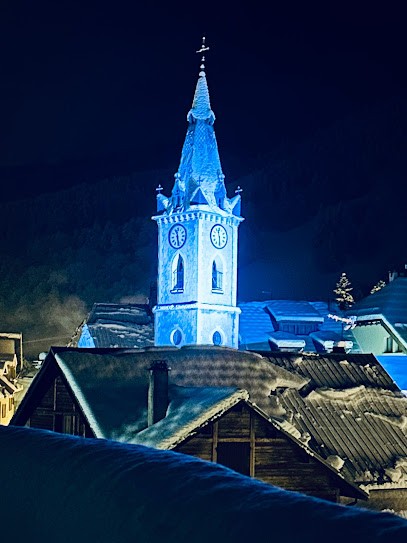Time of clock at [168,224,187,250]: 11:28
